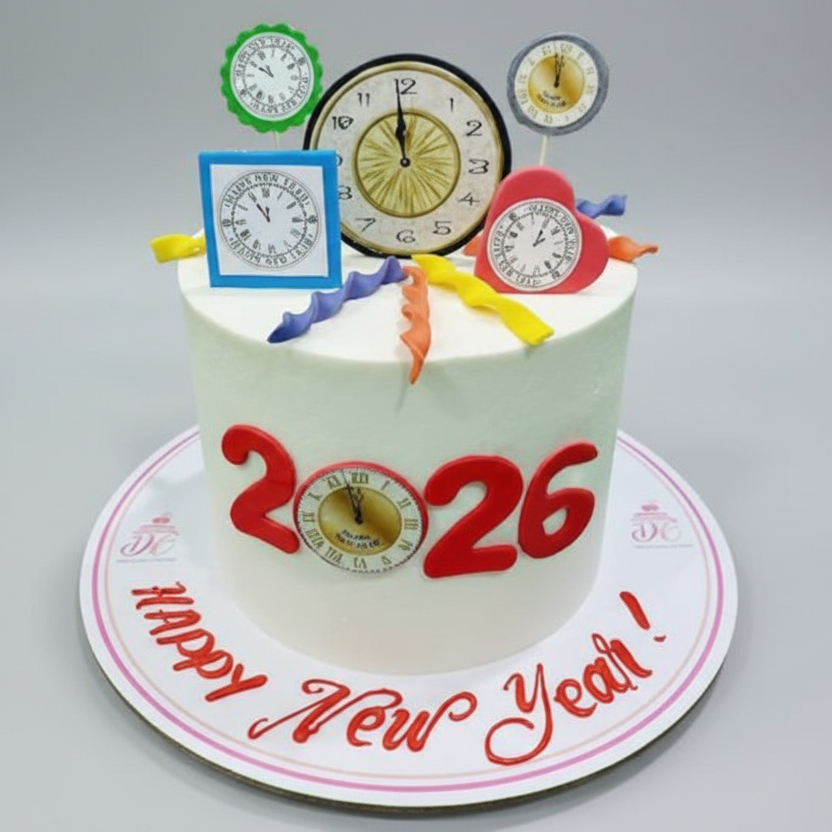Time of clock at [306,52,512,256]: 11:59
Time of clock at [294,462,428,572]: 11:57
